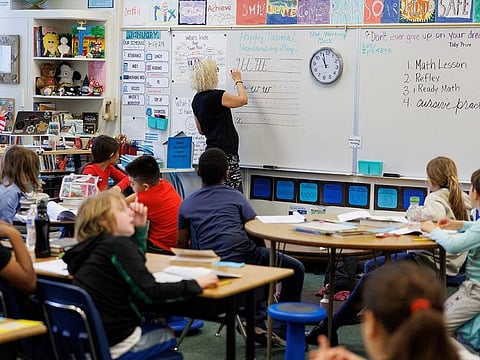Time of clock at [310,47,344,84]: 10:57
